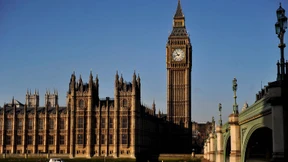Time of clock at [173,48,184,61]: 10:42
